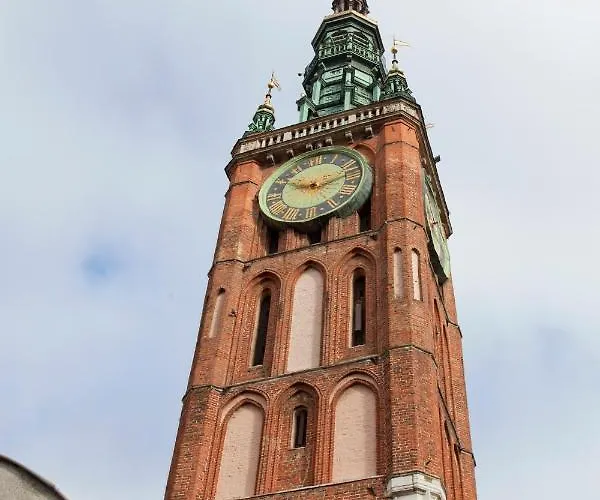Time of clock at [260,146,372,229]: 9:12
